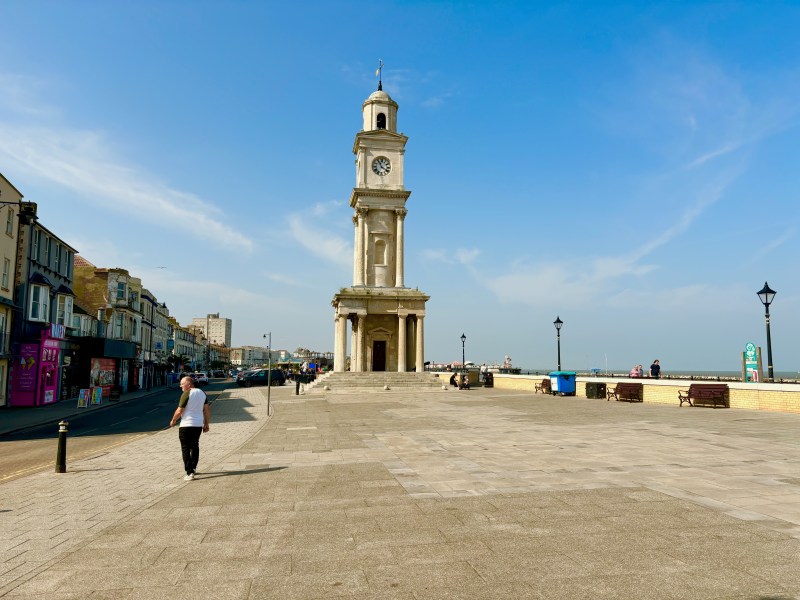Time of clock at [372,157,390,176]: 3:55
